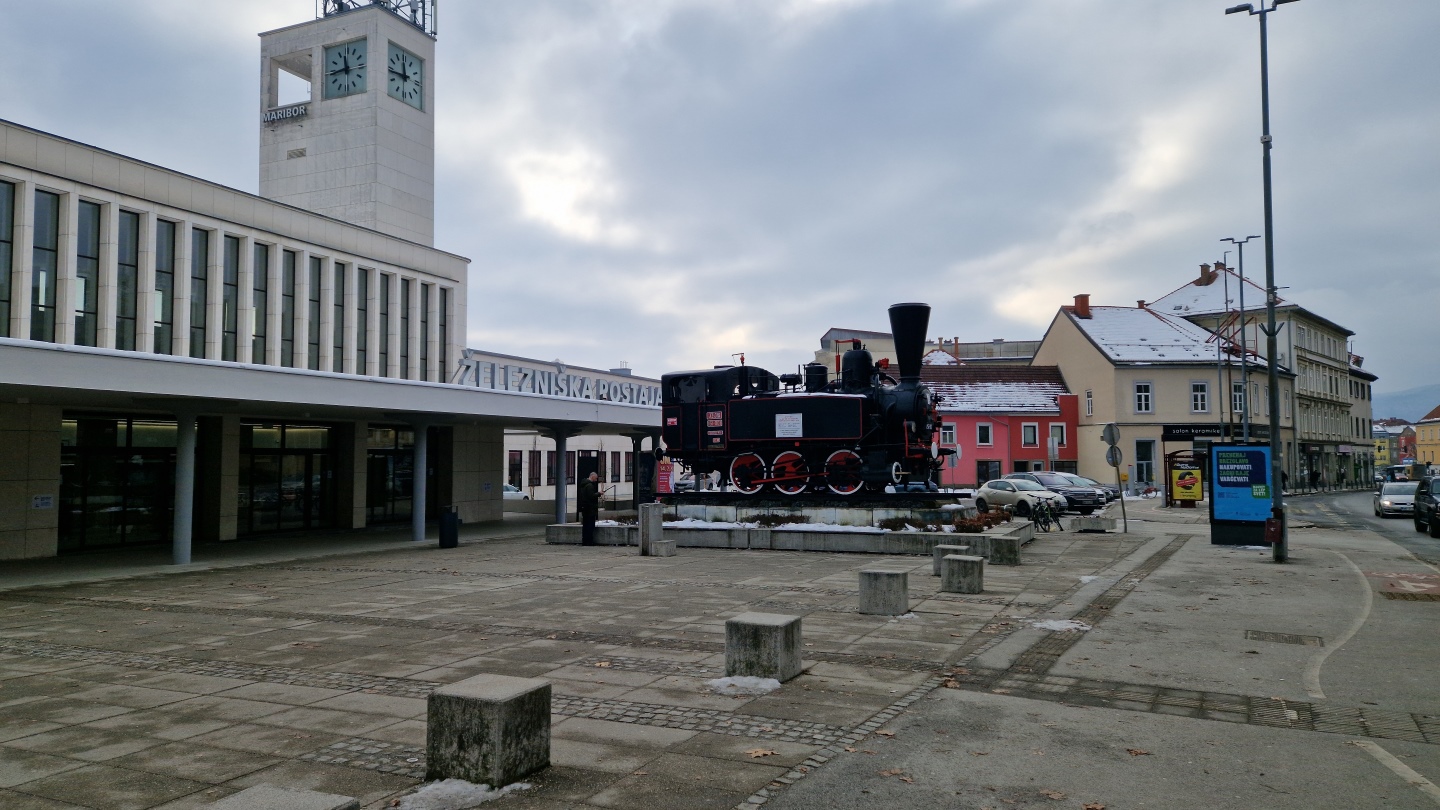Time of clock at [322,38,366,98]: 11:43
